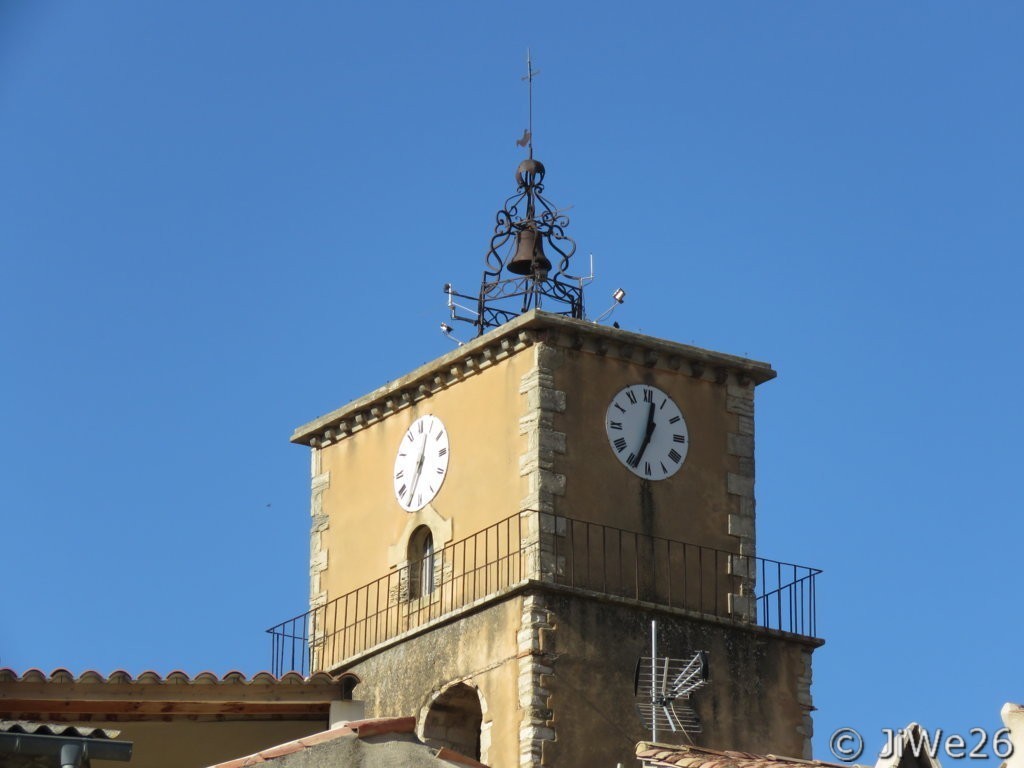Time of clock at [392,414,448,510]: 12:34
